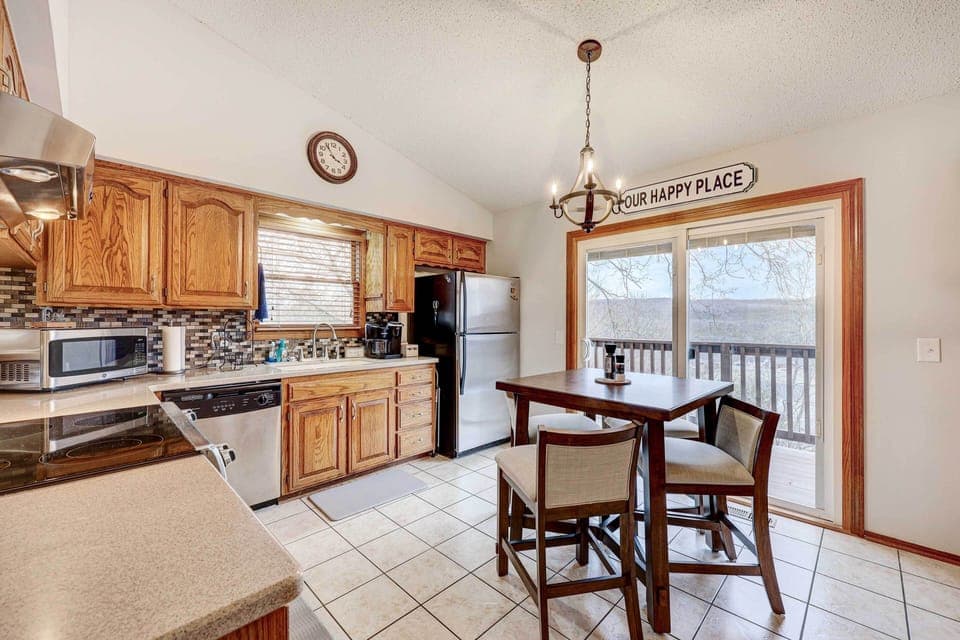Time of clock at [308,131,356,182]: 3:54
